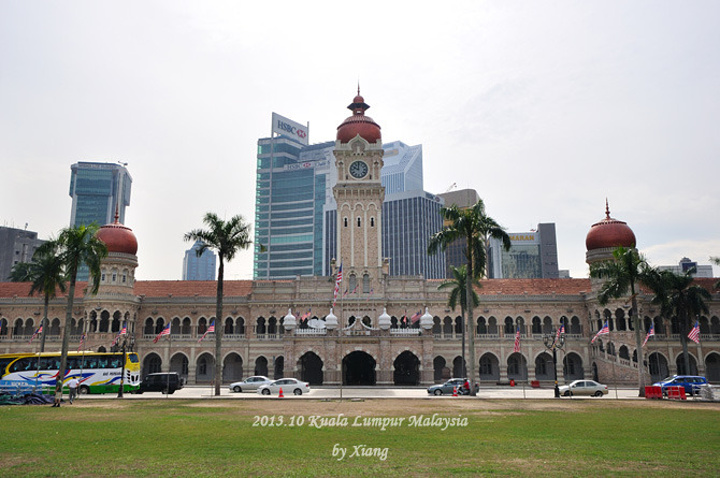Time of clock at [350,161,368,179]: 9:59
